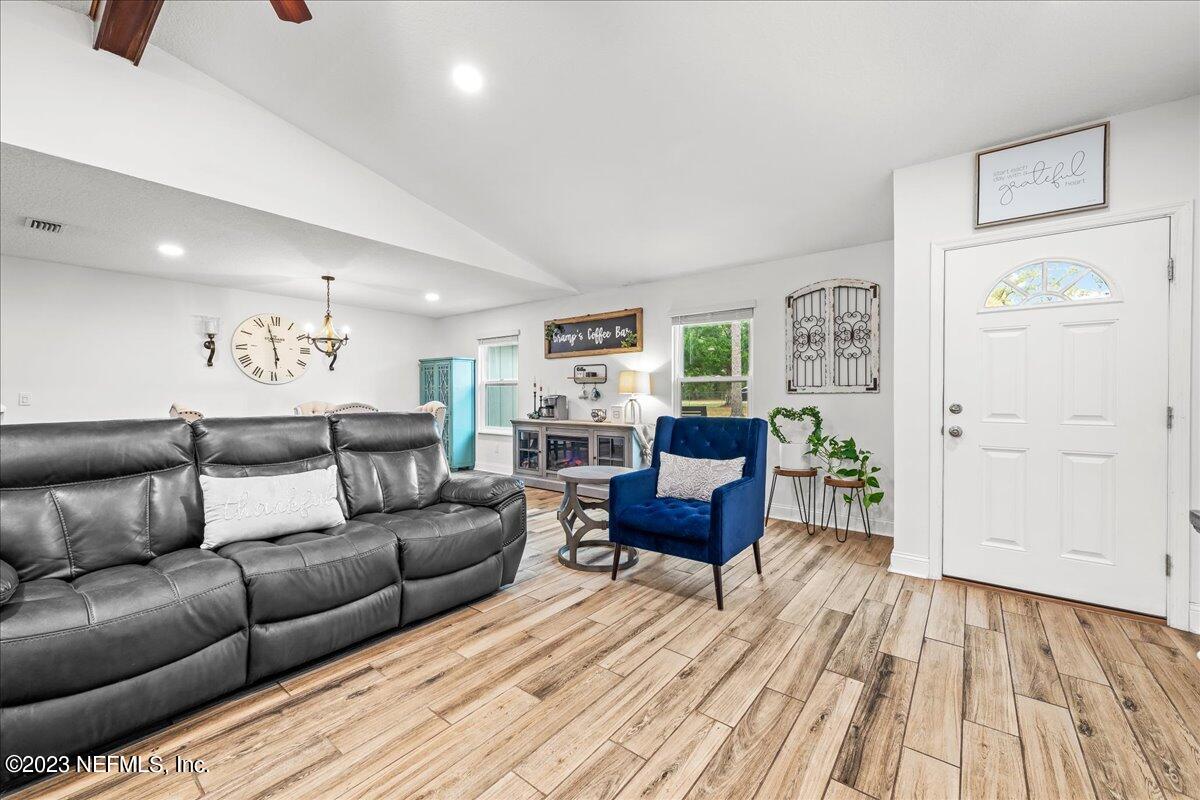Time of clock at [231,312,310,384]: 5:57
